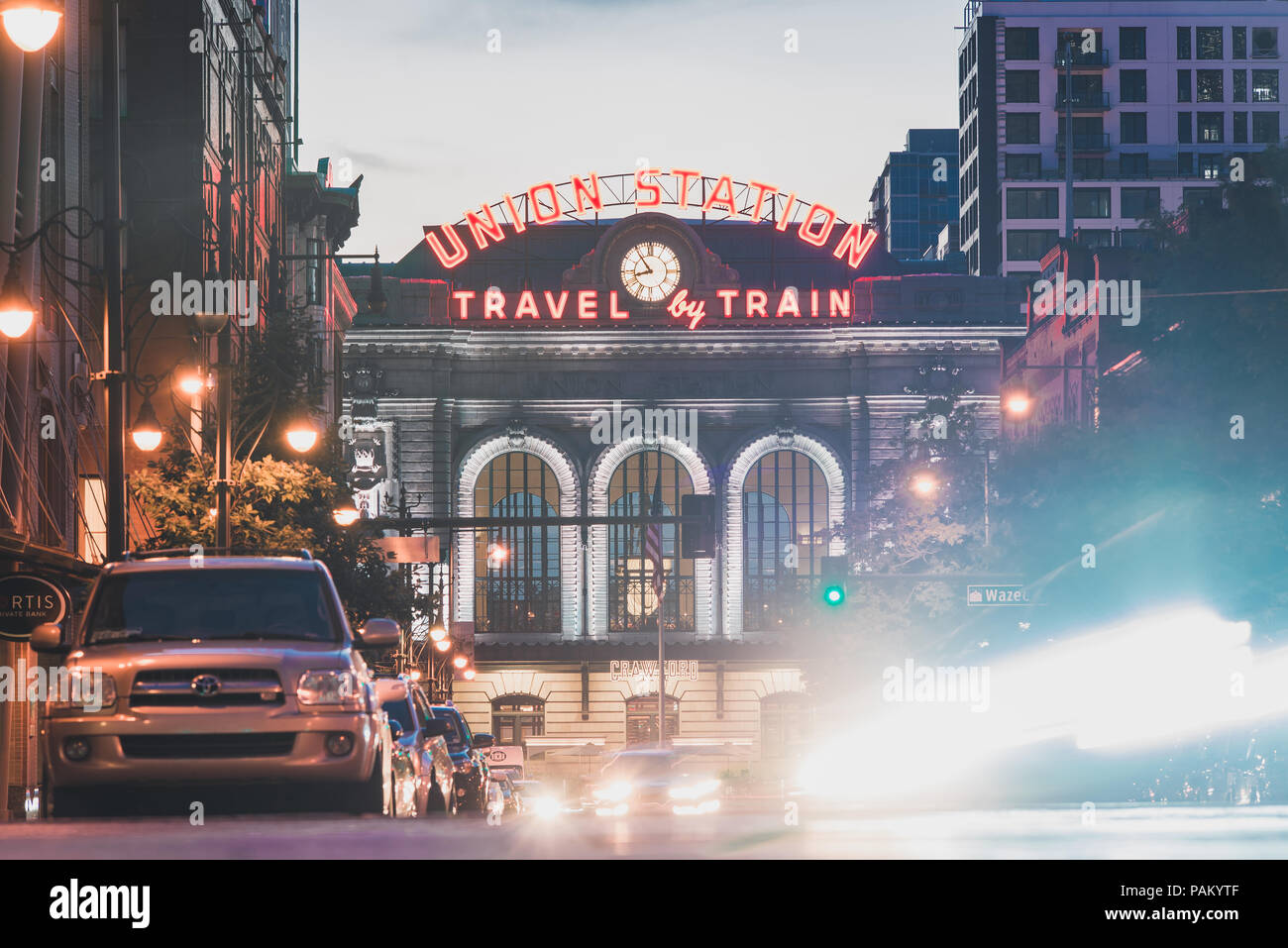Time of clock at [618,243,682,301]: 10:42
